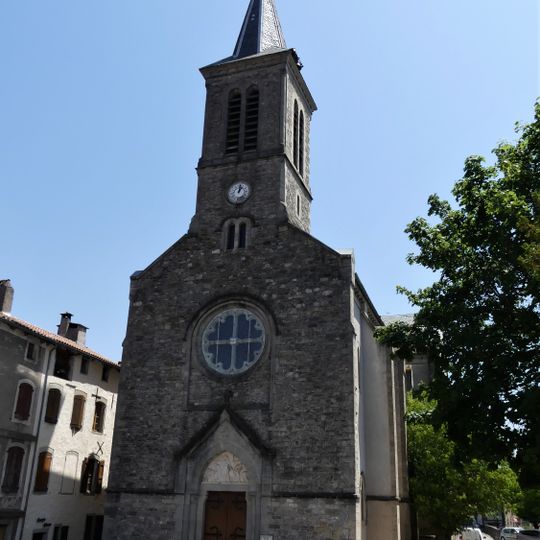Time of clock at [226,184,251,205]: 1:02
